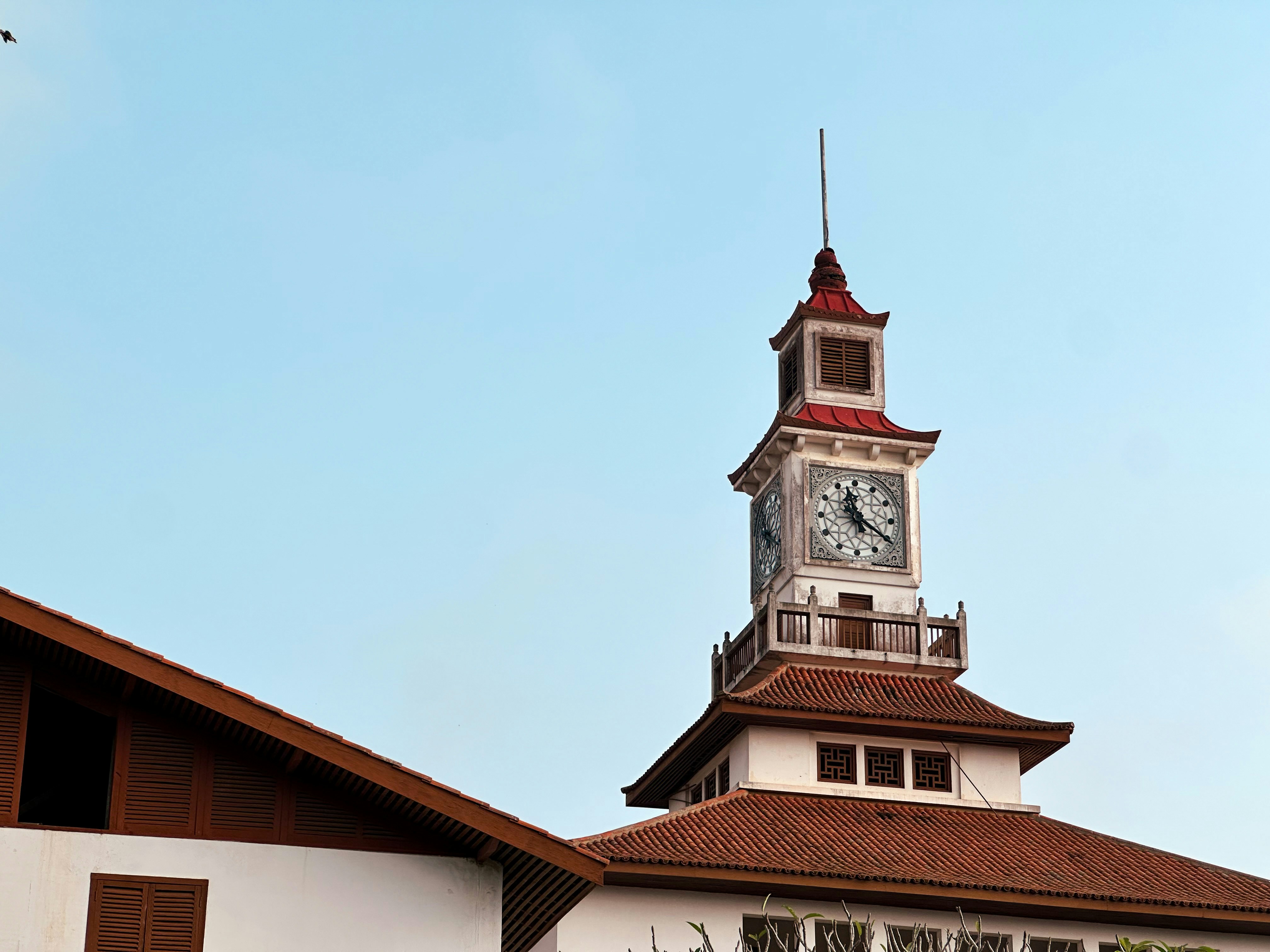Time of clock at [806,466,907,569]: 11:20
